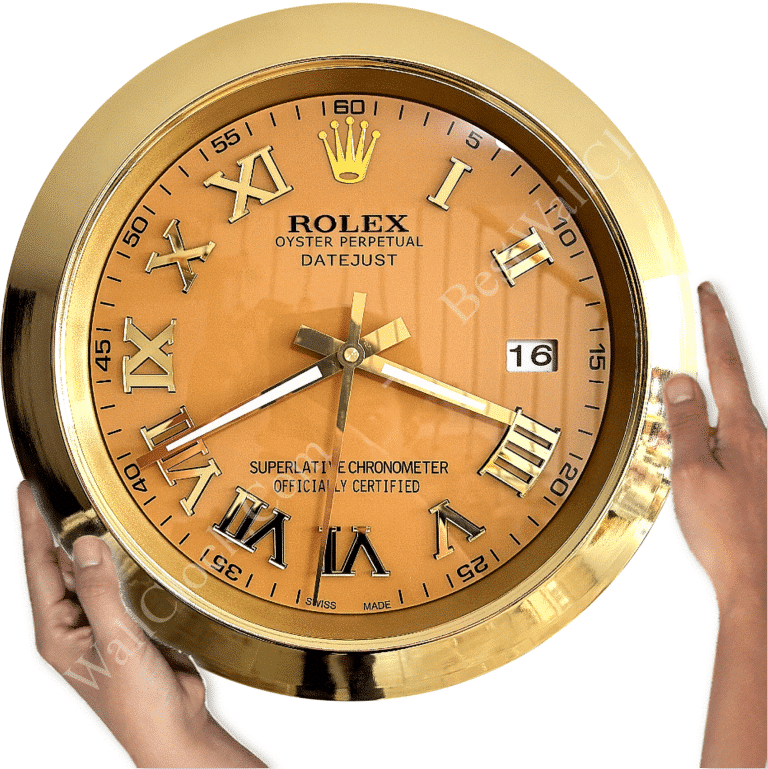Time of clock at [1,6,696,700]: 3:40
